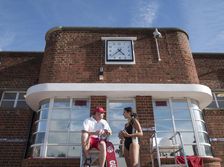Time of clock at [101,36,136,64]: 4:38
